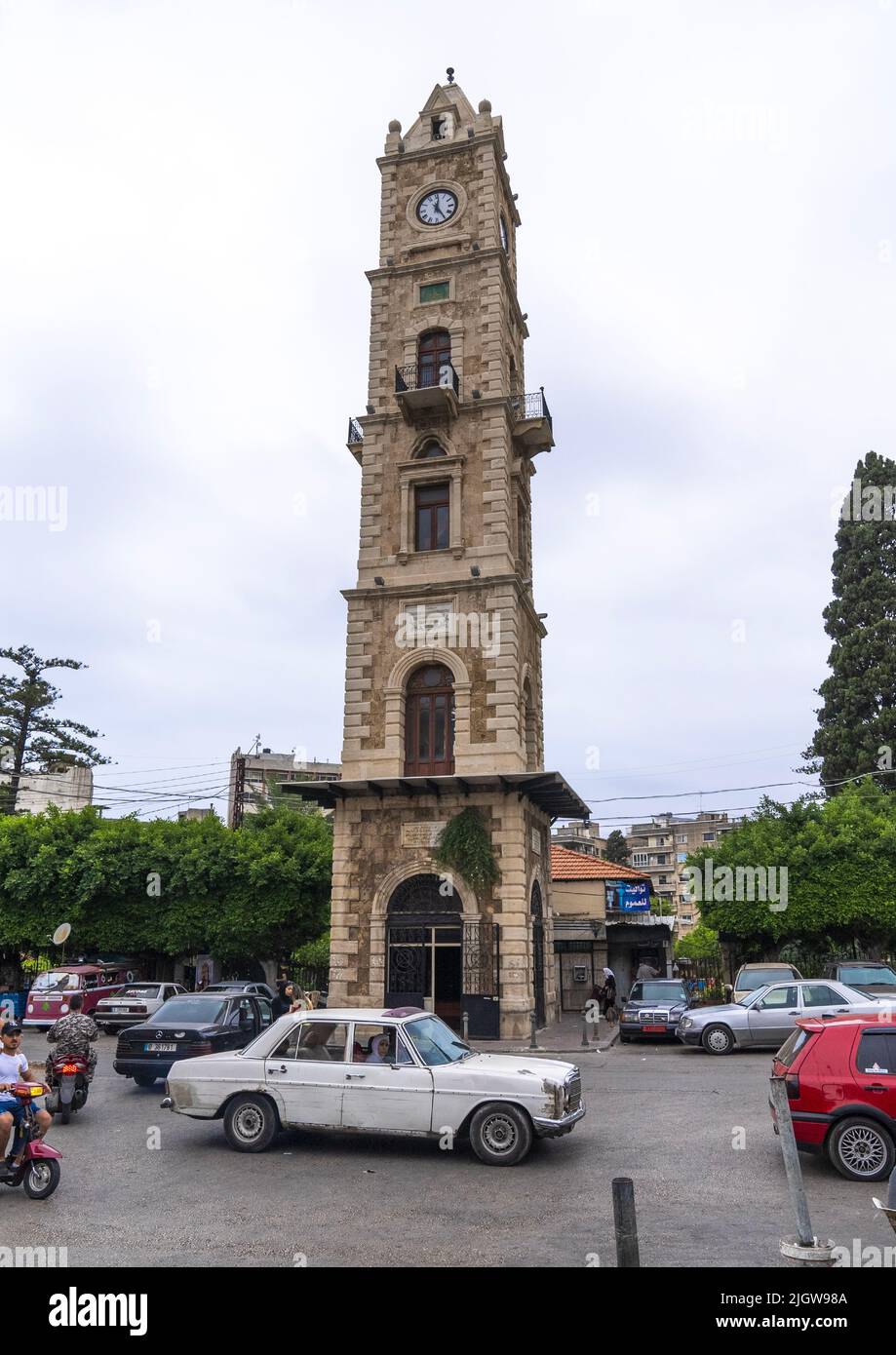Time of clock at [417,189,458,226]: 12:24
